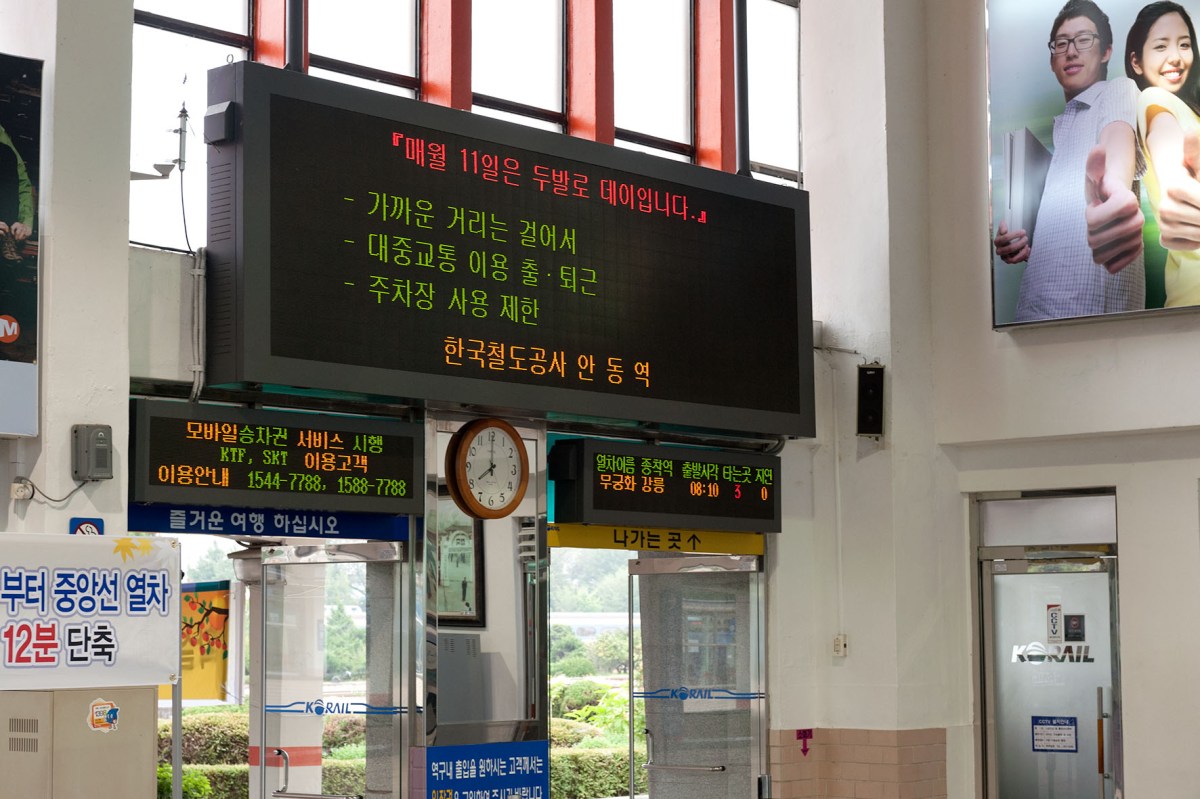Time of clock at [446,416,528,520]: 8:00
